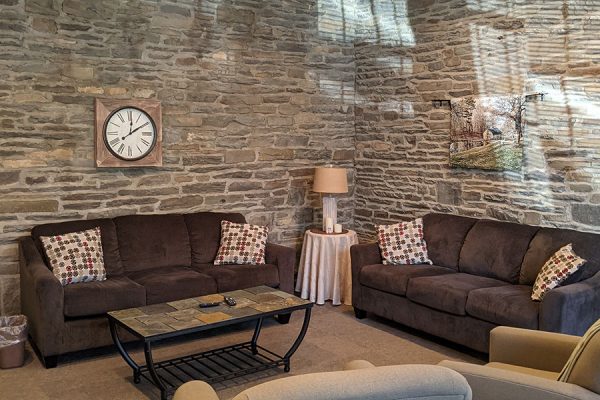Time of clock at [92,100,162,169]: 12:09
